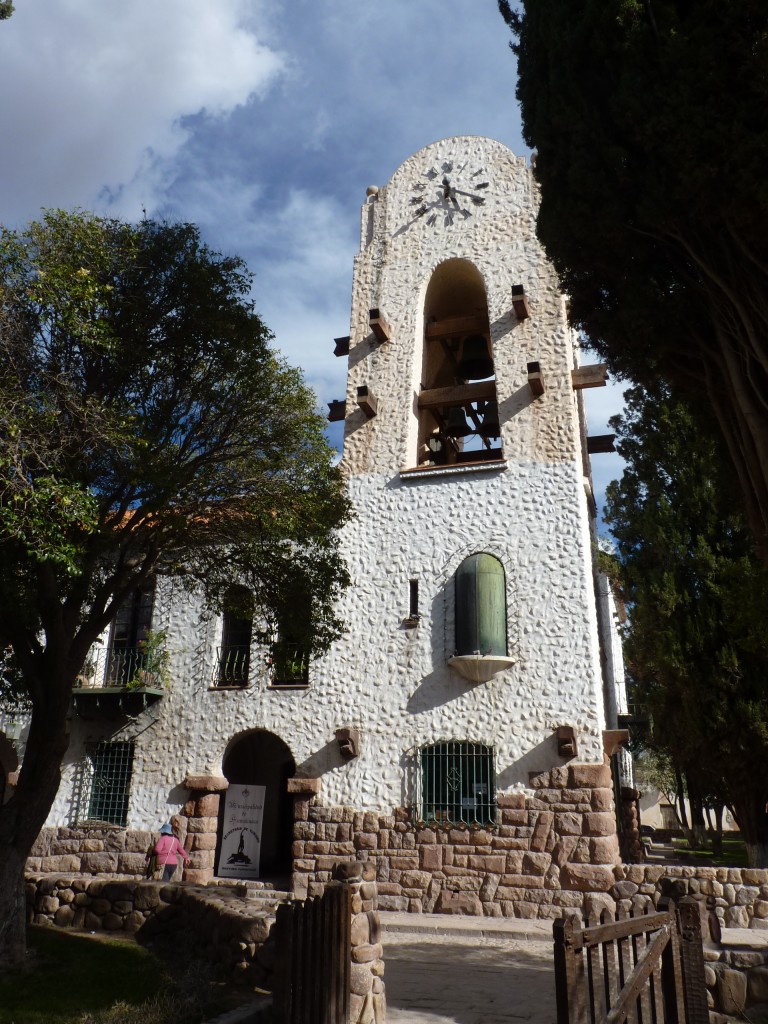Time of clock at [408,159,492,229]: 5:18
